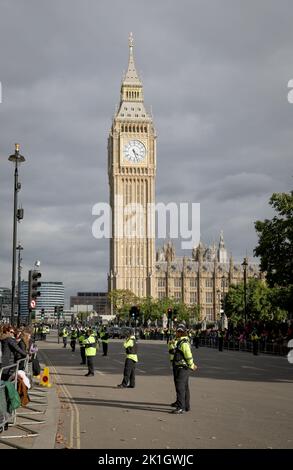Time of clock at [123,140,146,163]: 4:26
